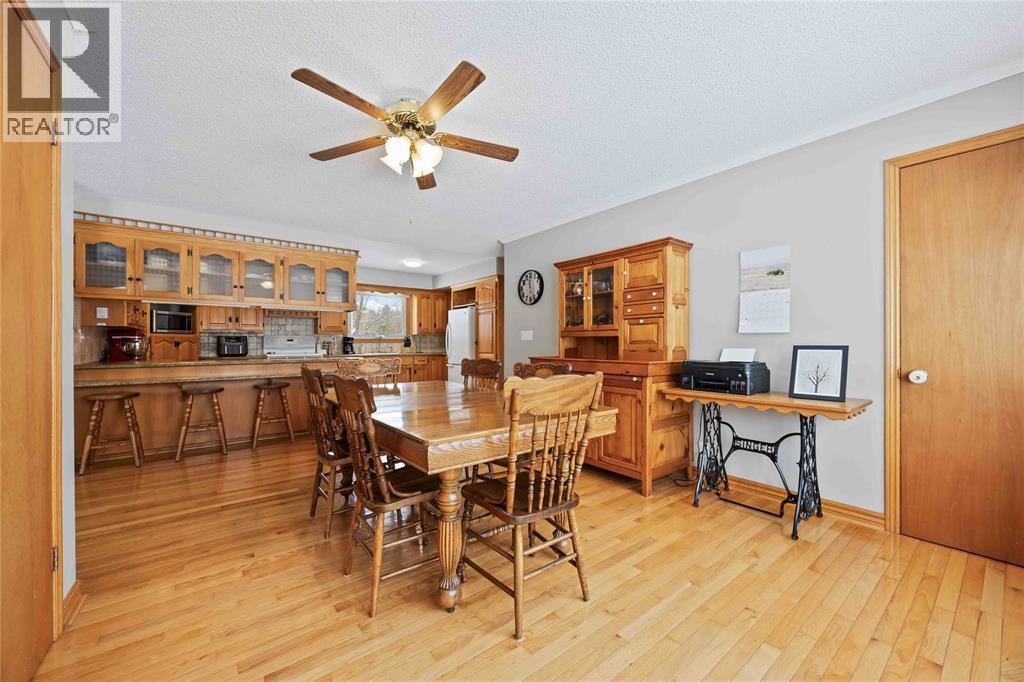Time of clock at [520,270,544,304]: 11:25
